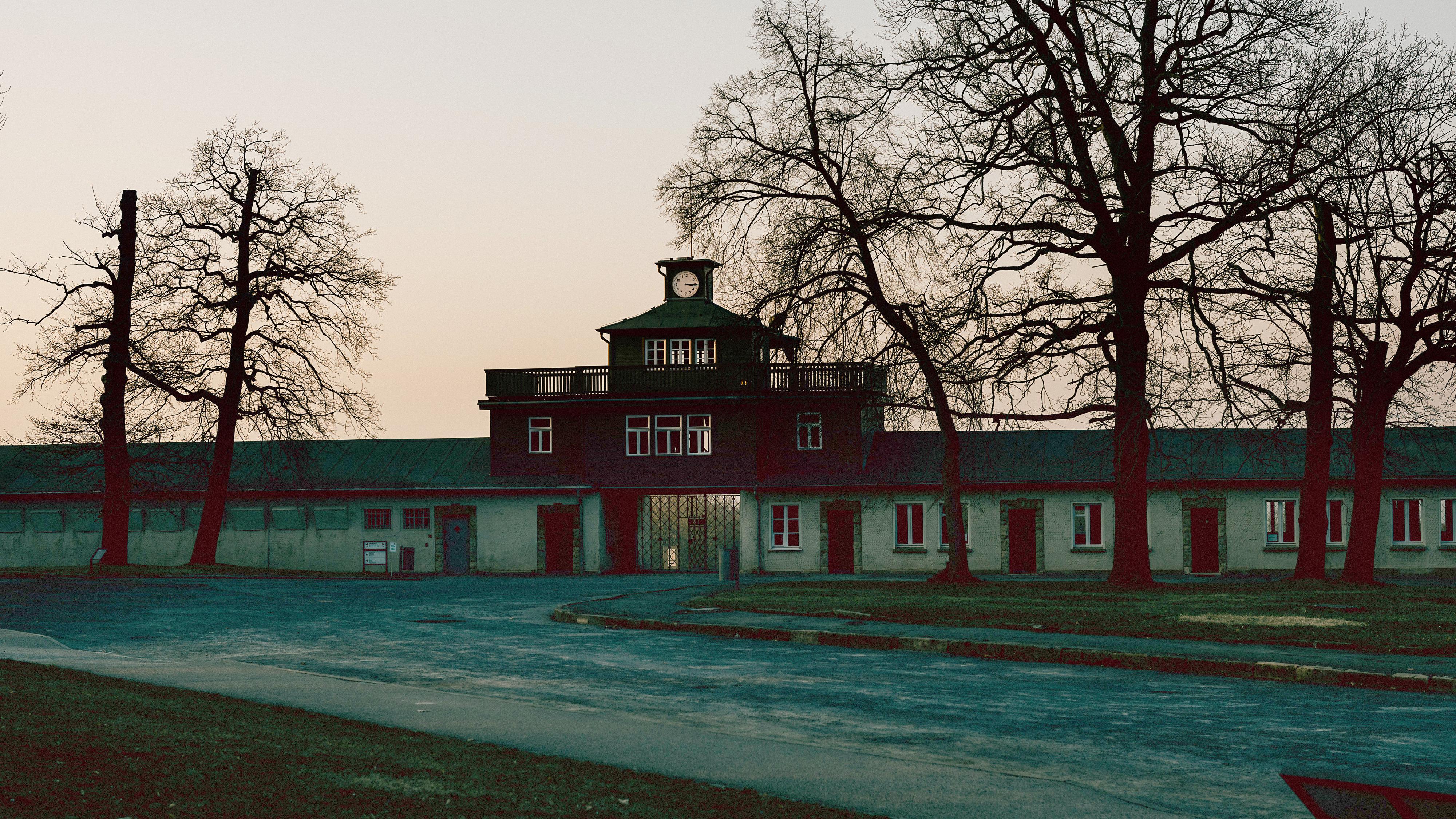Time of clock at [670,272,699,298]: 3:14
